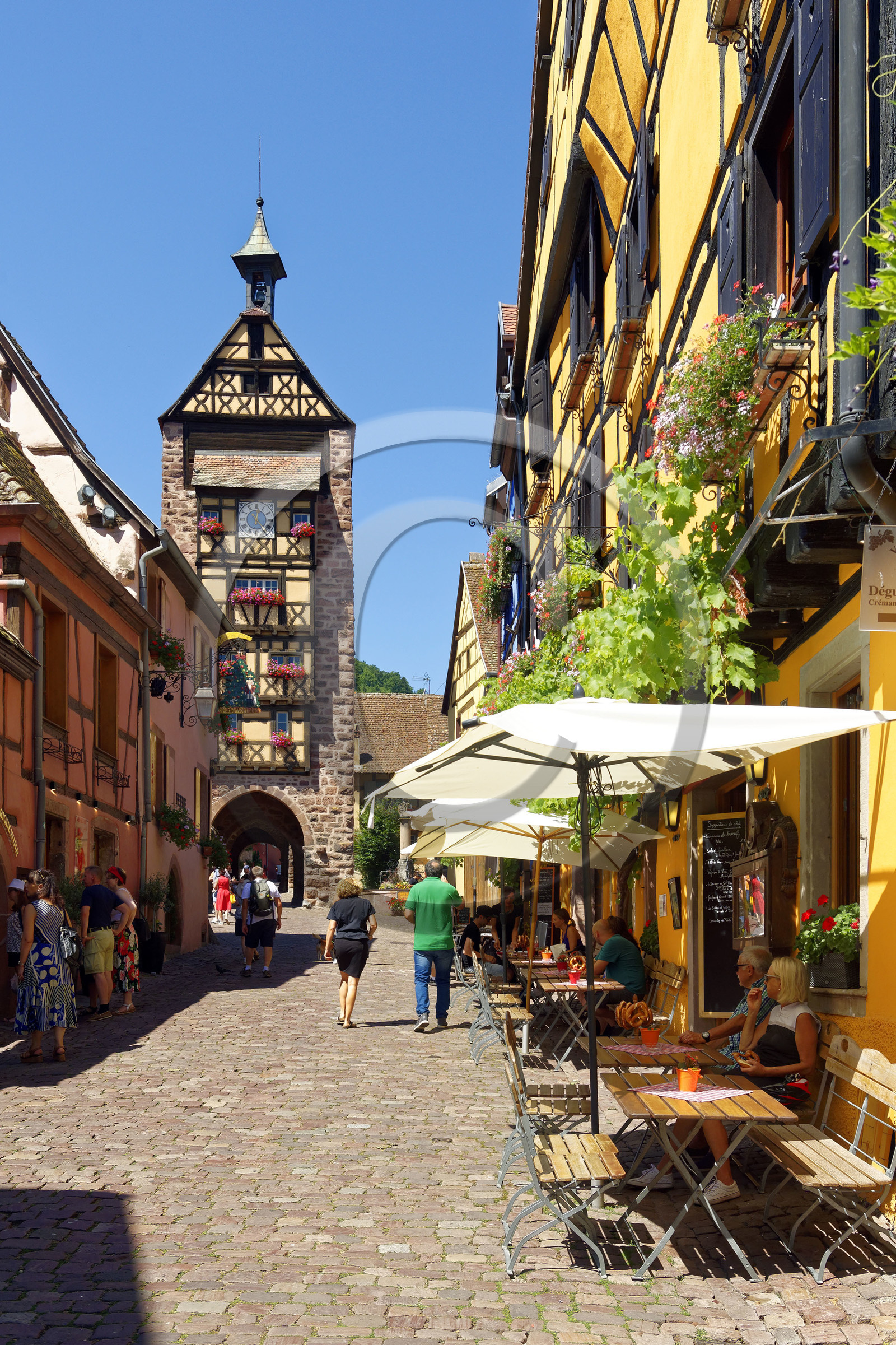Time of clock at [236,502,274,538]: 12:23
